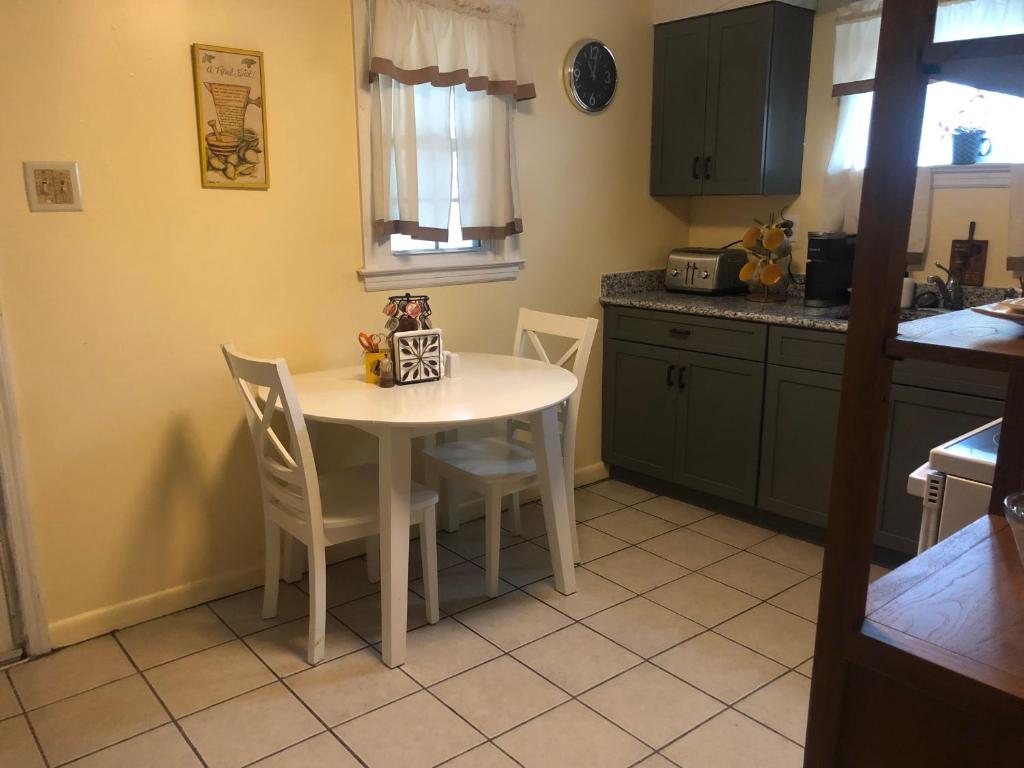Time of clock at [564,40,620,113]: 11:02
